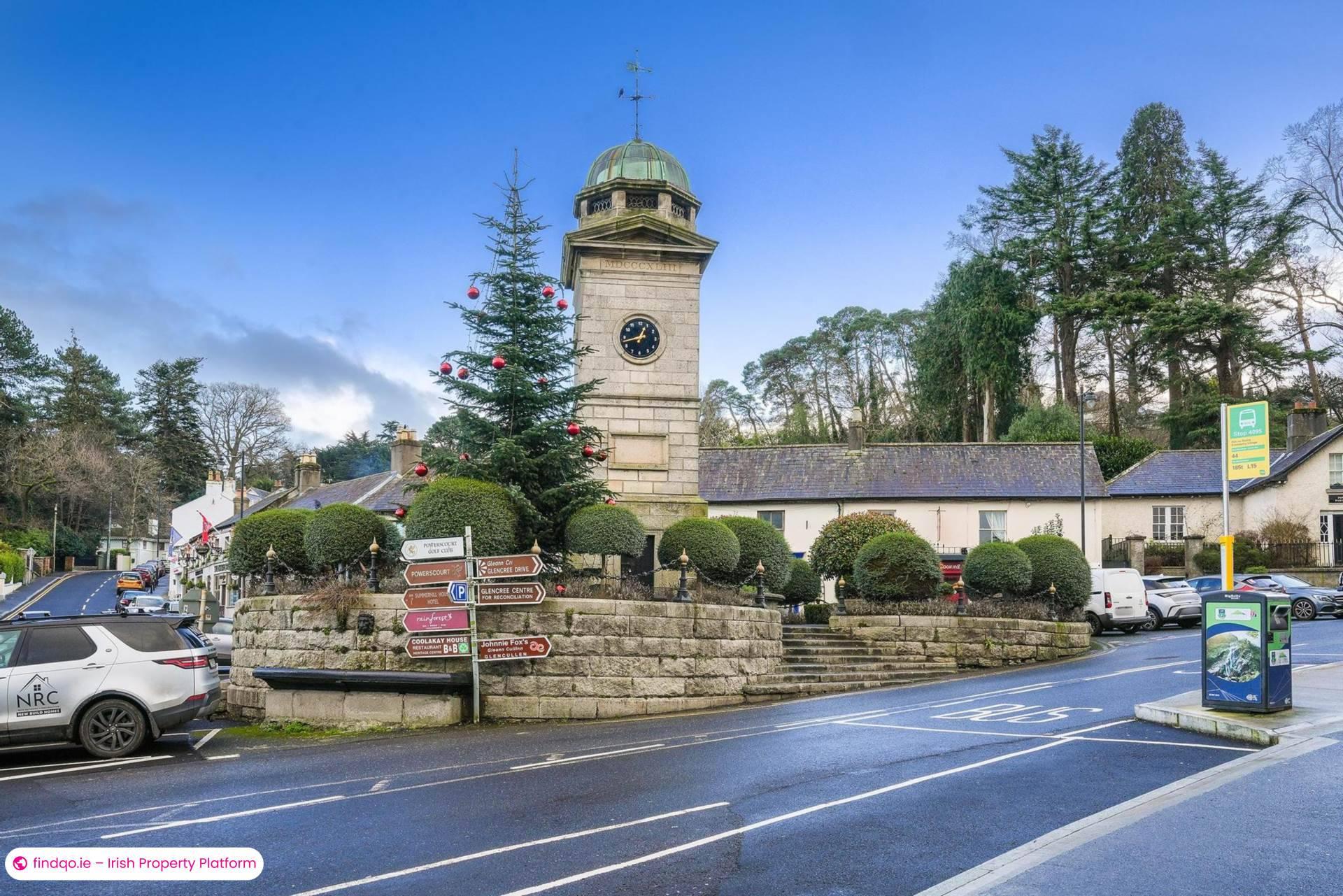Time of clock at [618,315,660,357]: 12:42
